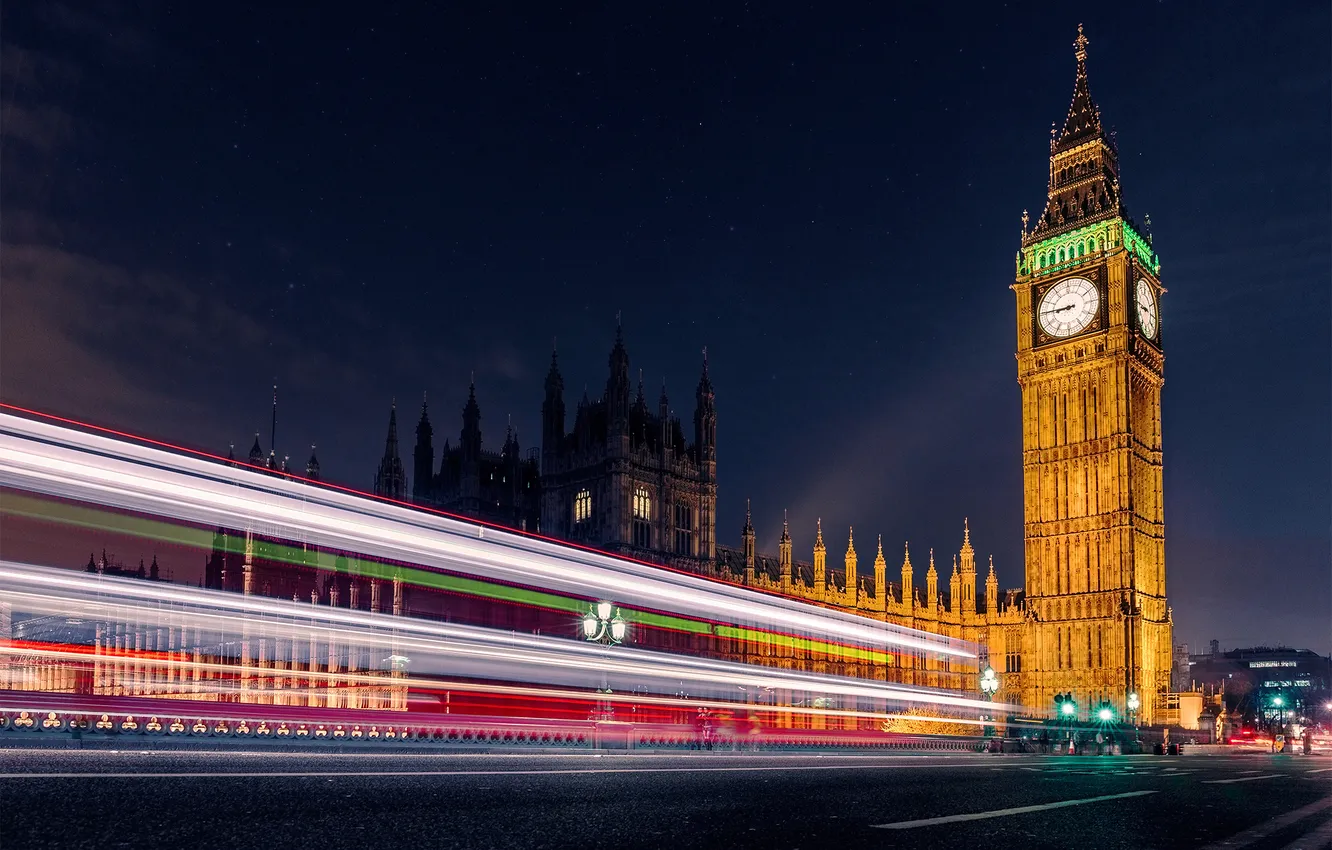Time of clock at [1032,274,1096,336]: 8:45
